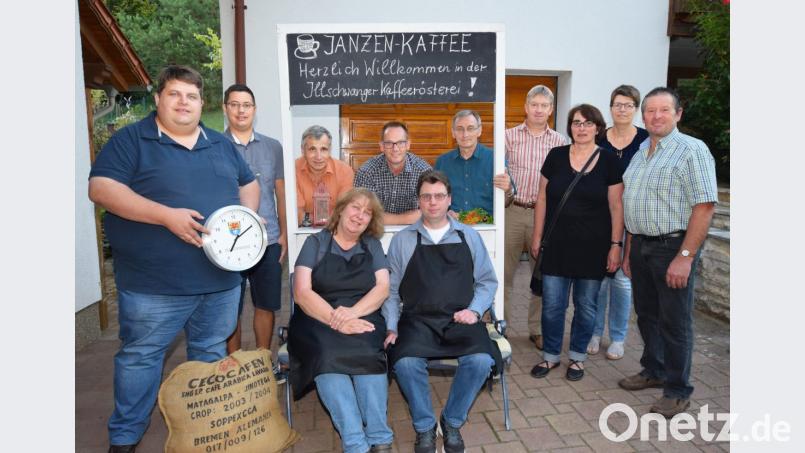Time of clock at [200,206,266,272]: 7:10
